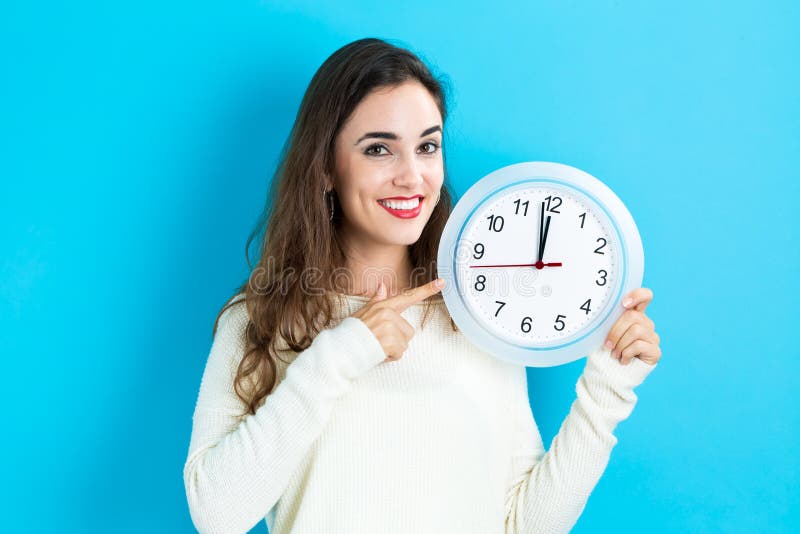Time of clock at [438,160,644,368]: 11:58
